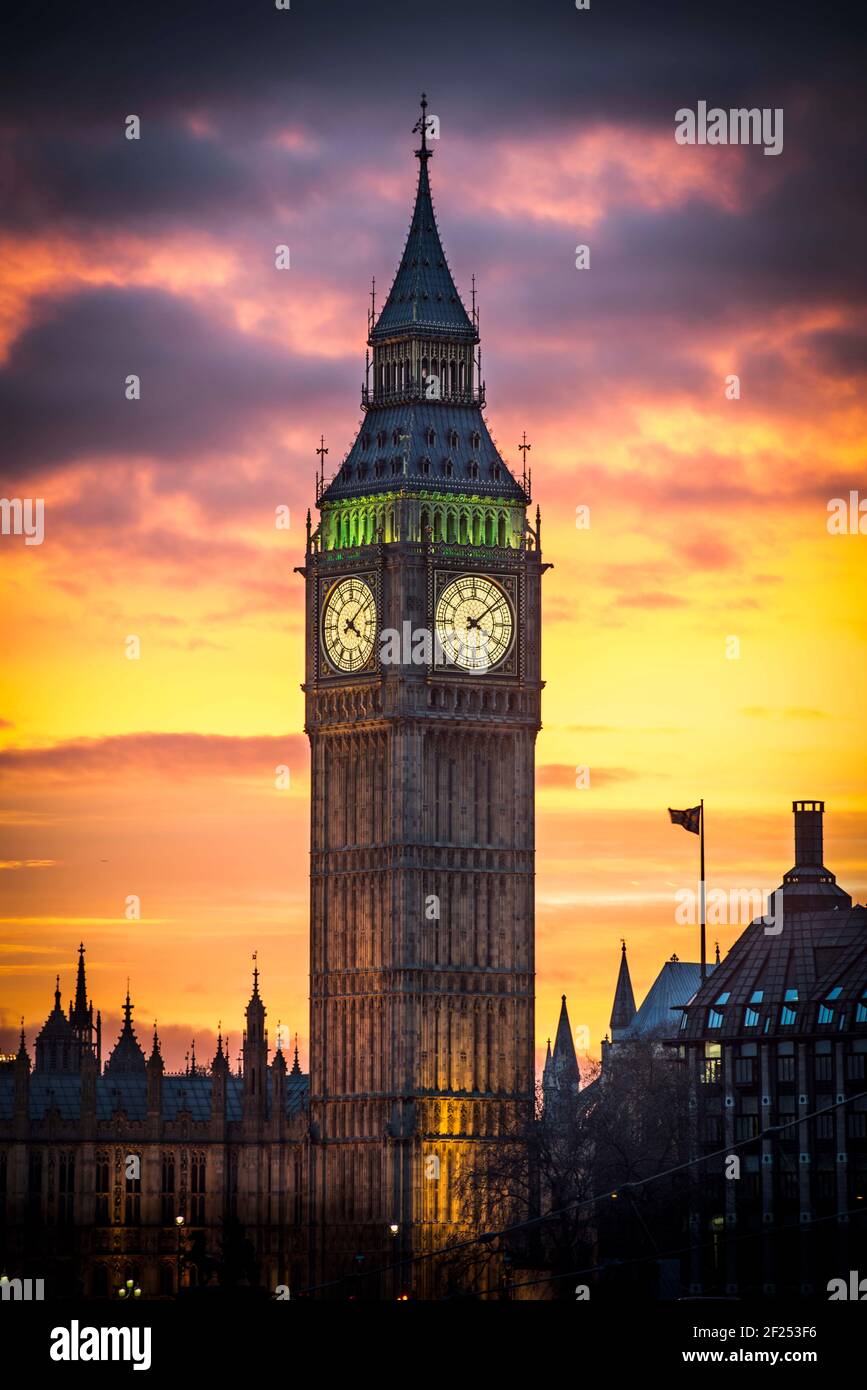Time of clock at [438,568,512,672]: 4:08
